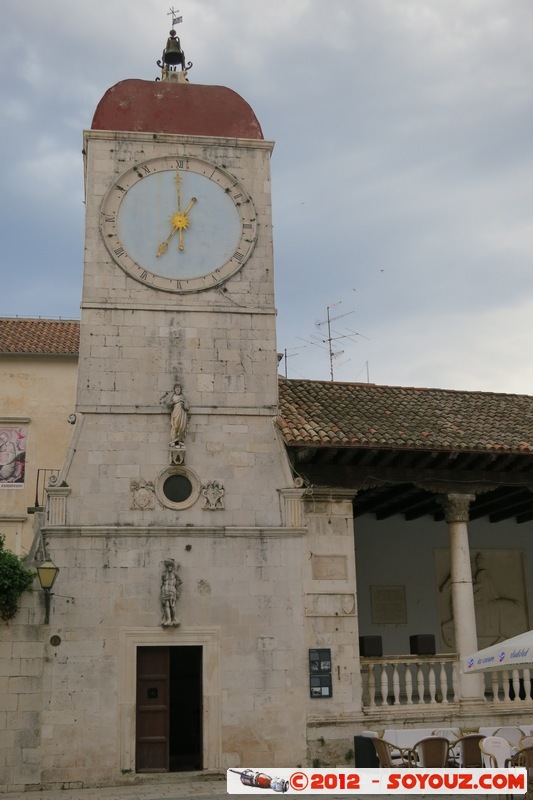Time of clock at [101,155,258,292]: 7:00
